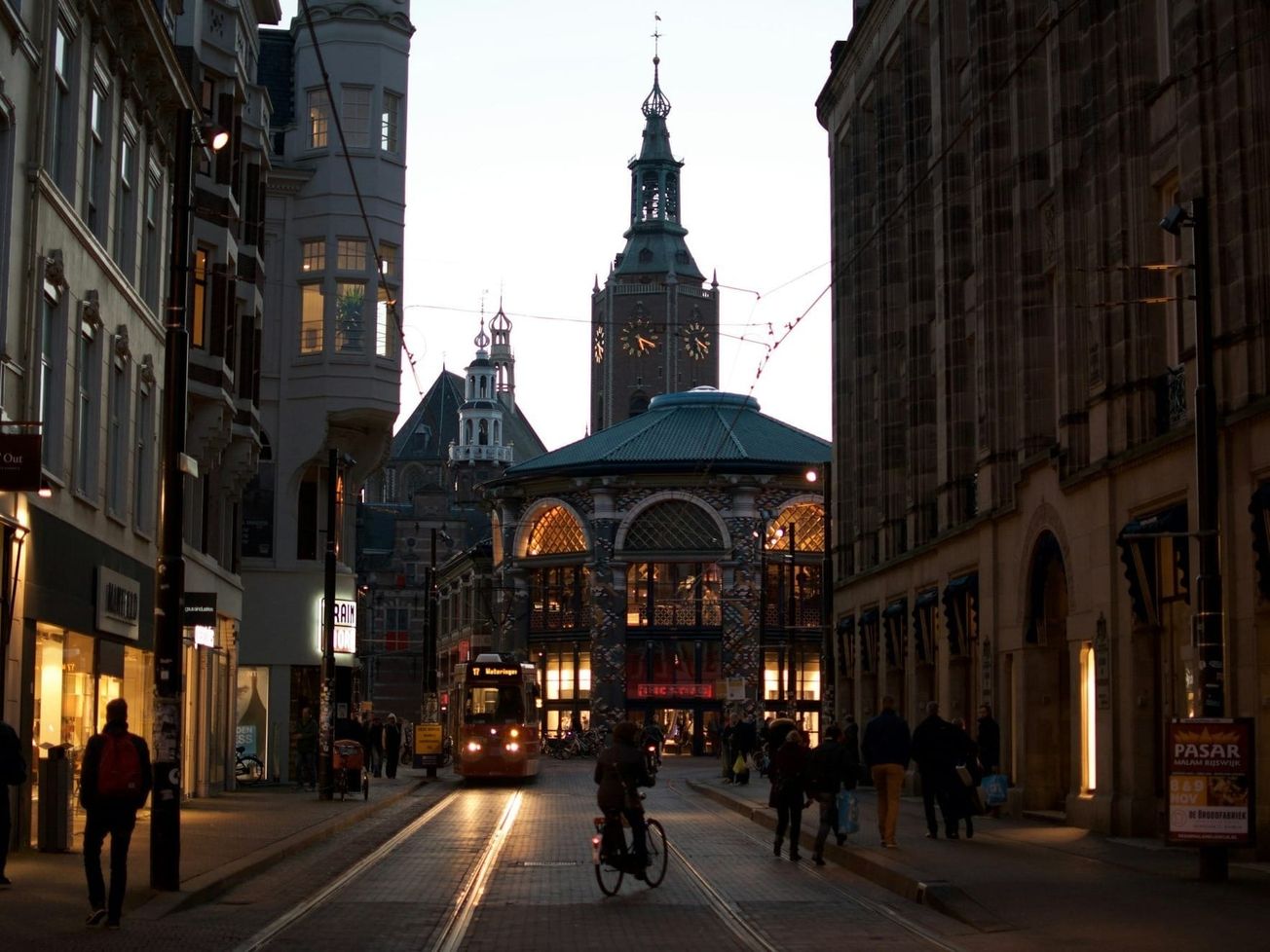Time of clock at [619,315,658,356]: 5:18
